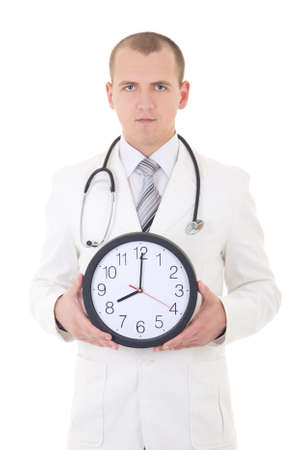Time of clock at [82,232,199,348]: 8:00
